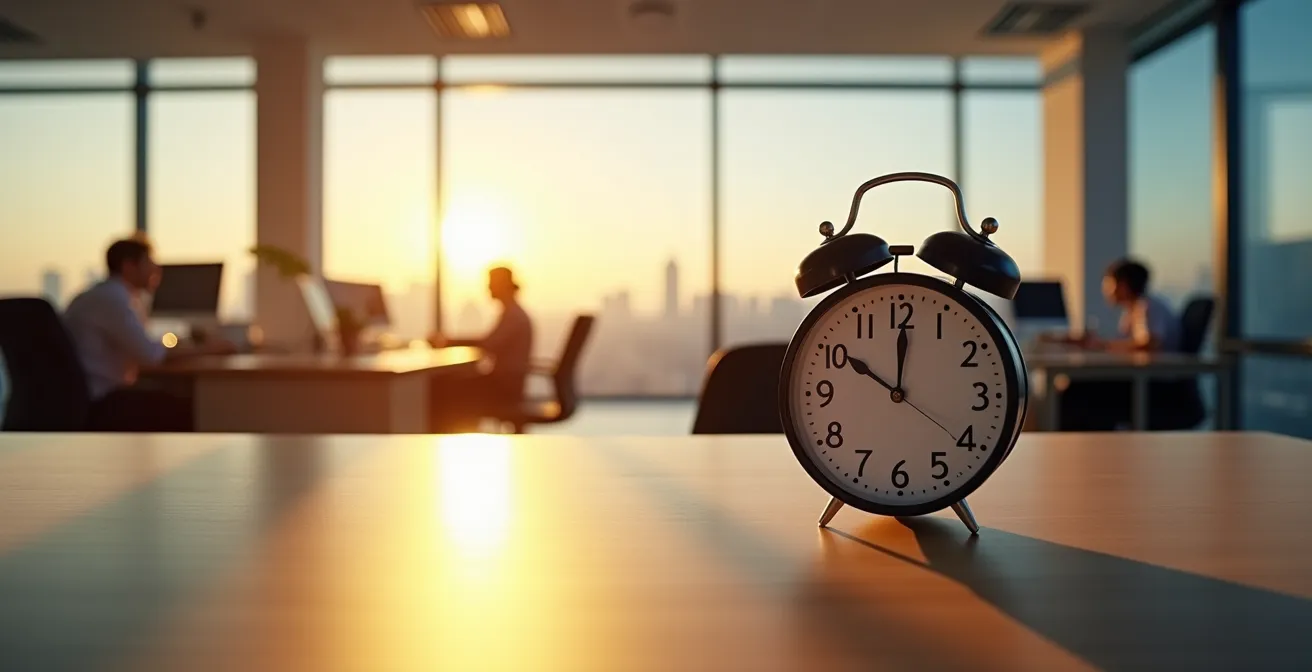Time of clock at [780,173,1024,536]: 10:00
